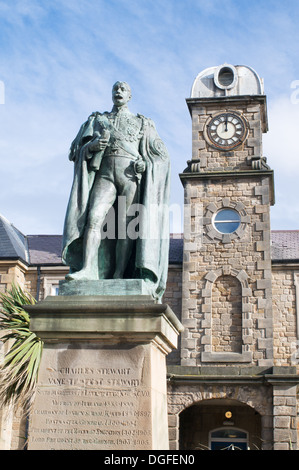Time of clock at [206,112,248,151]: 12:00
